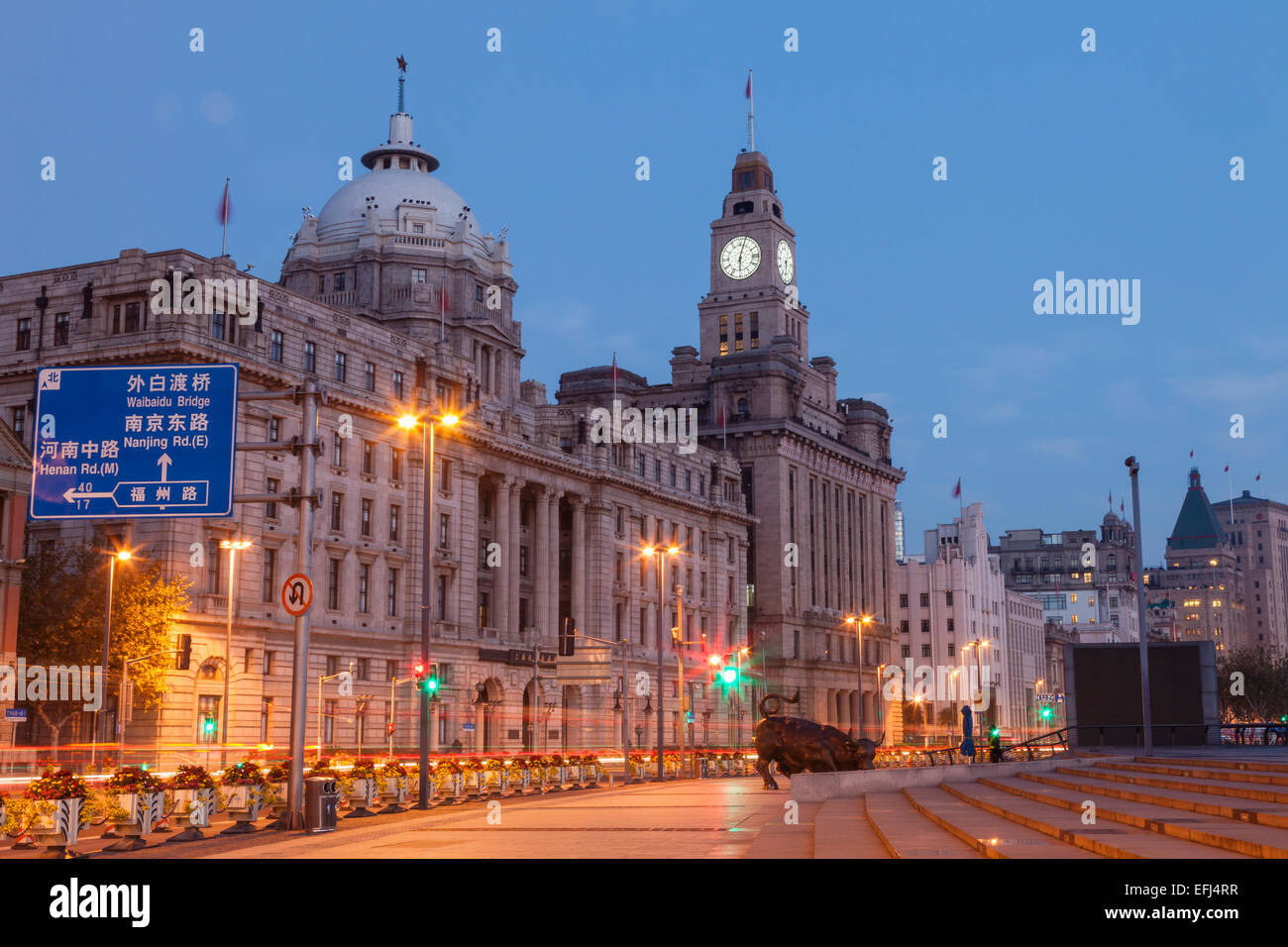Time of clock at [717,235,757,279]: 6:02
